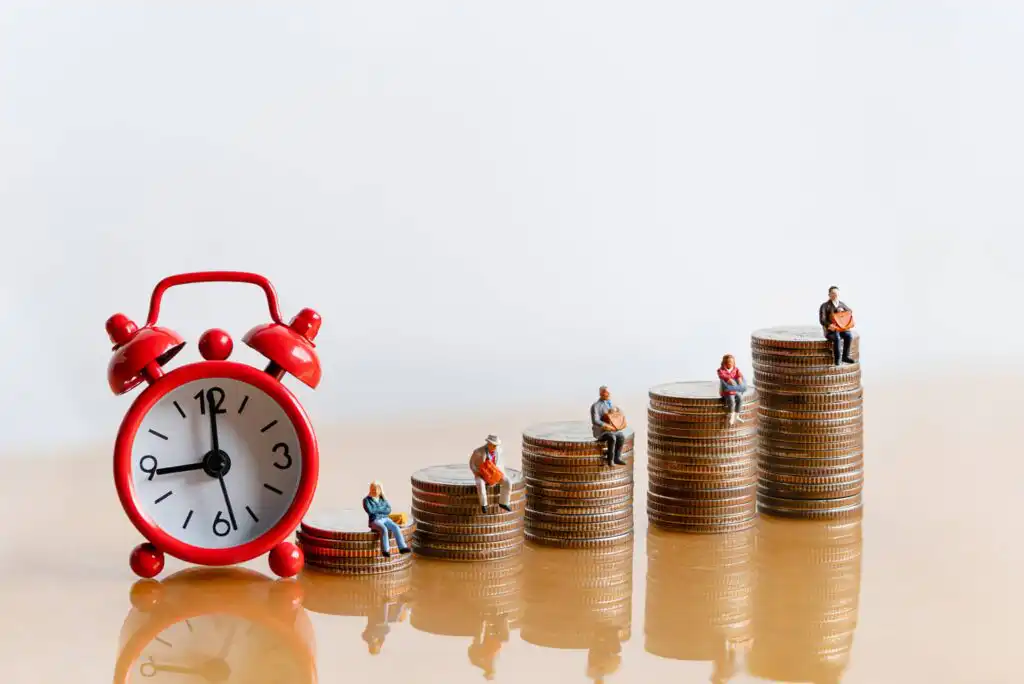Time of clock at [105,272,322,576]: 9:00
